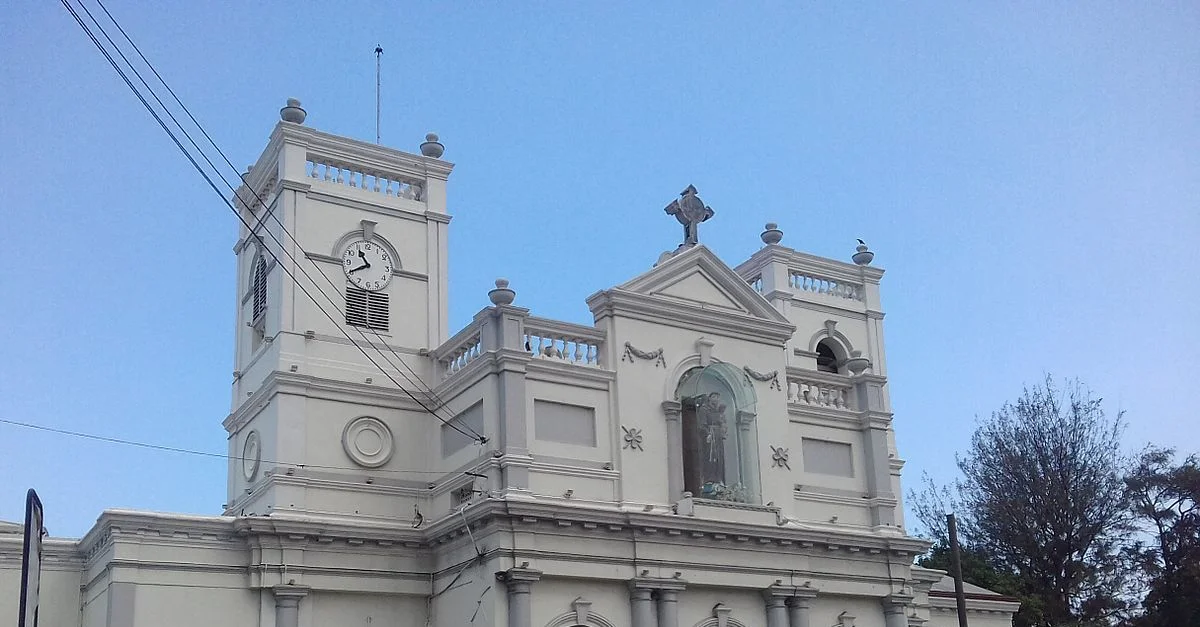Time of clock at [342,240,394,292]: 10:40
